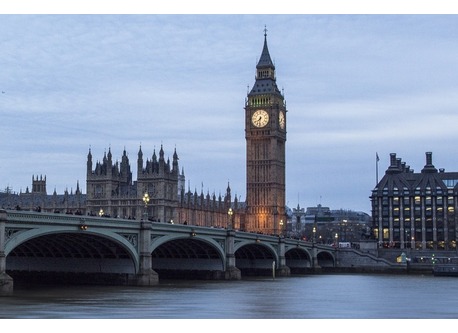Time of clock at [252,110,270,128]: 7:31
